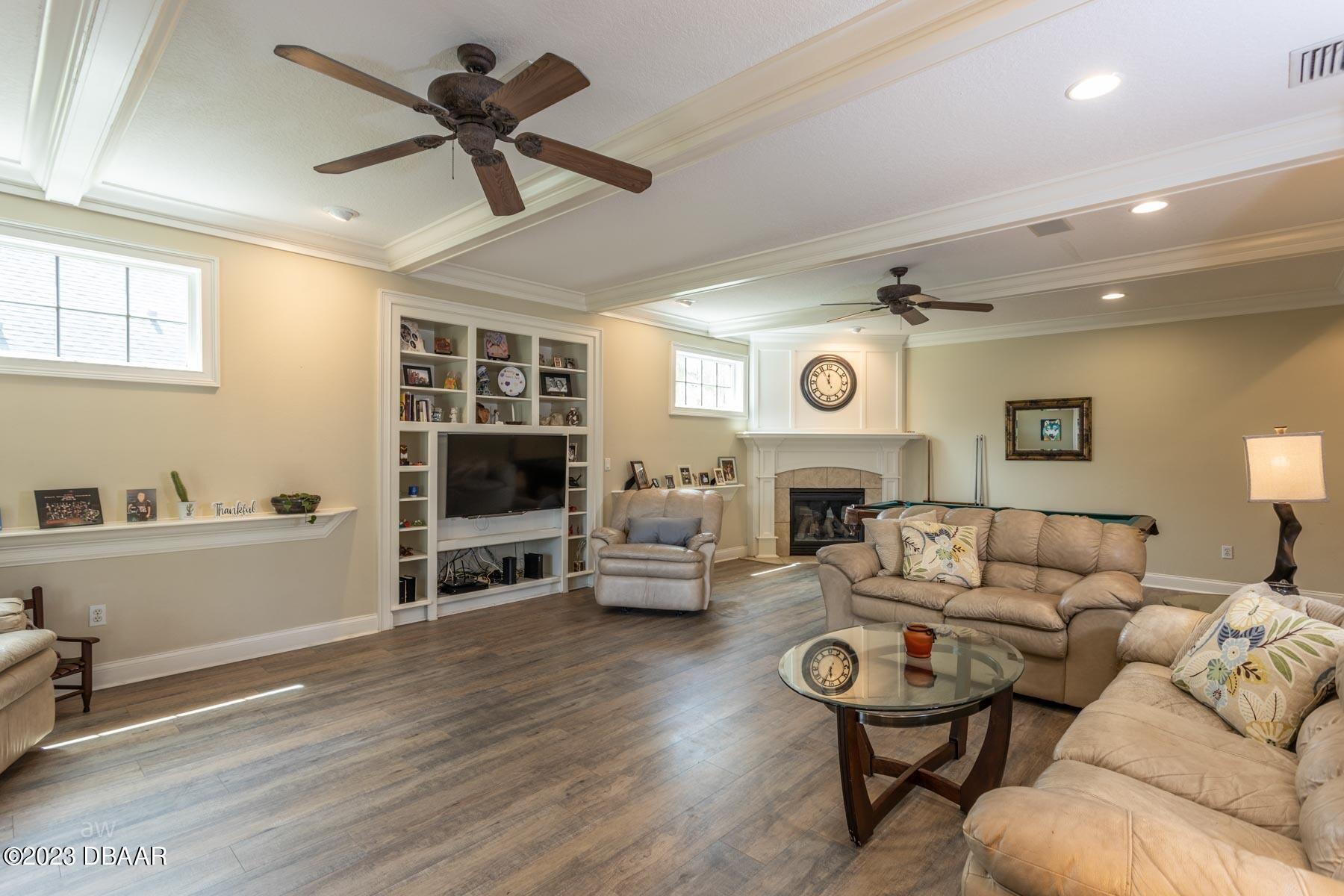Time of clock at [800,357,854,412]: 11:55
